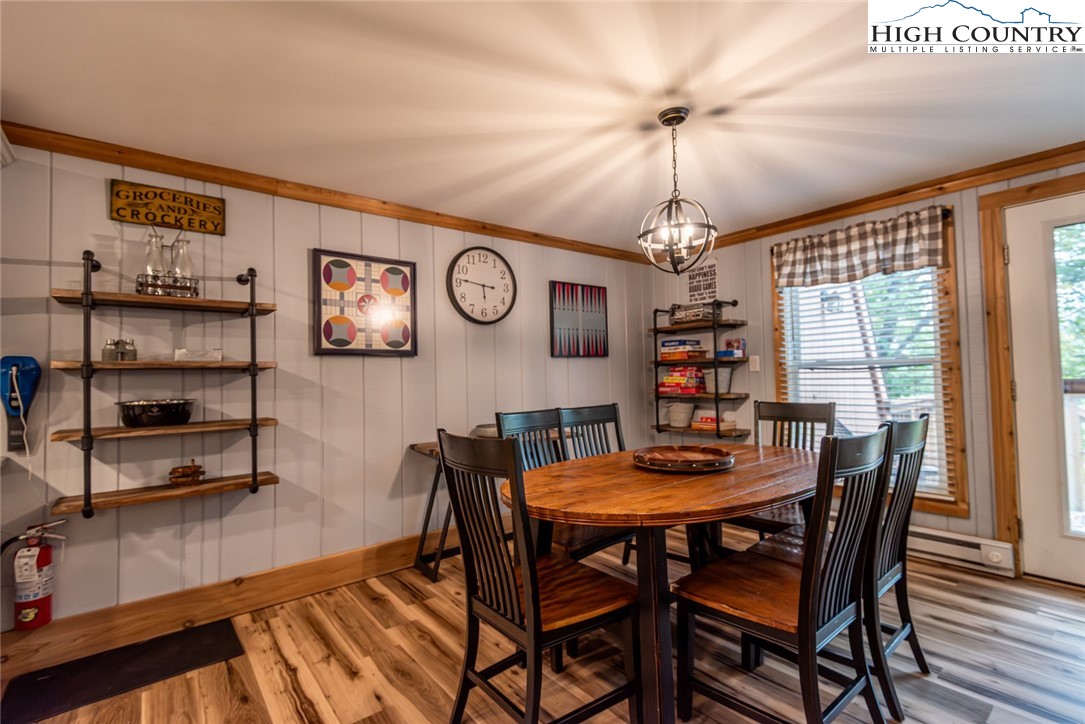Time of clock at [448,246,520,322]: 5:46
